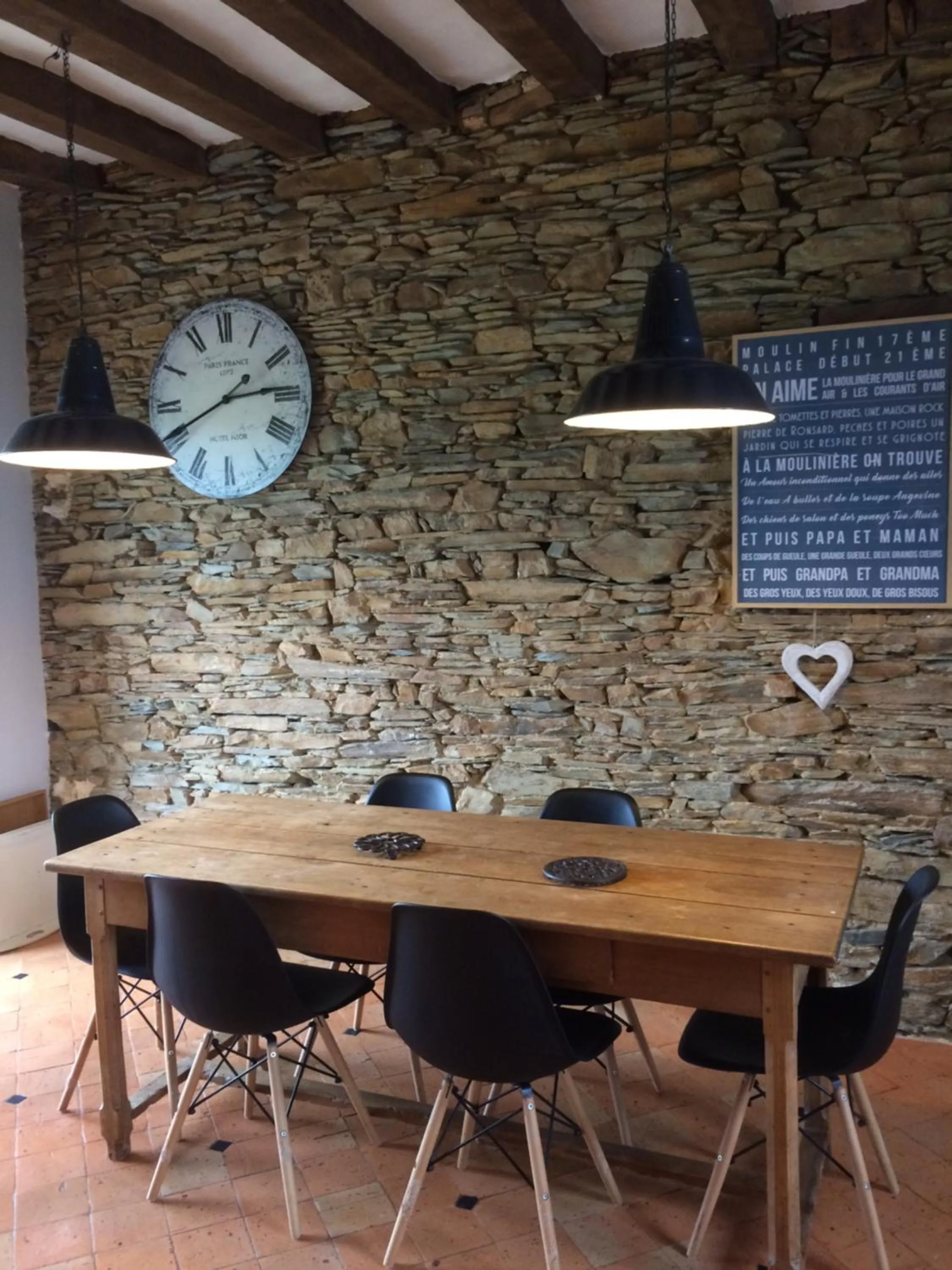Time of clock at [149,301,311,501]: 2:40
